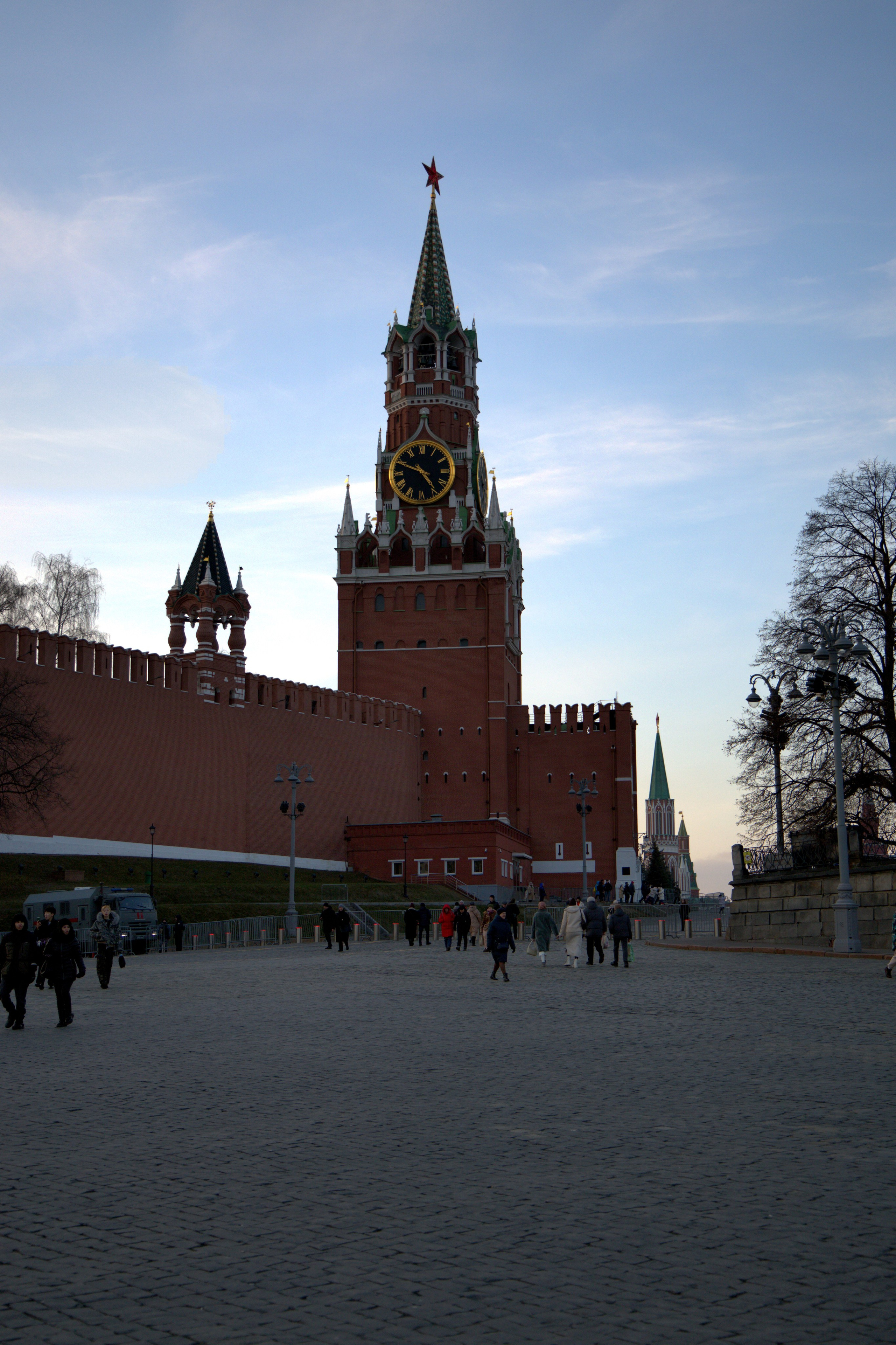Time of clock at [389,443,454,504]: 4:49
